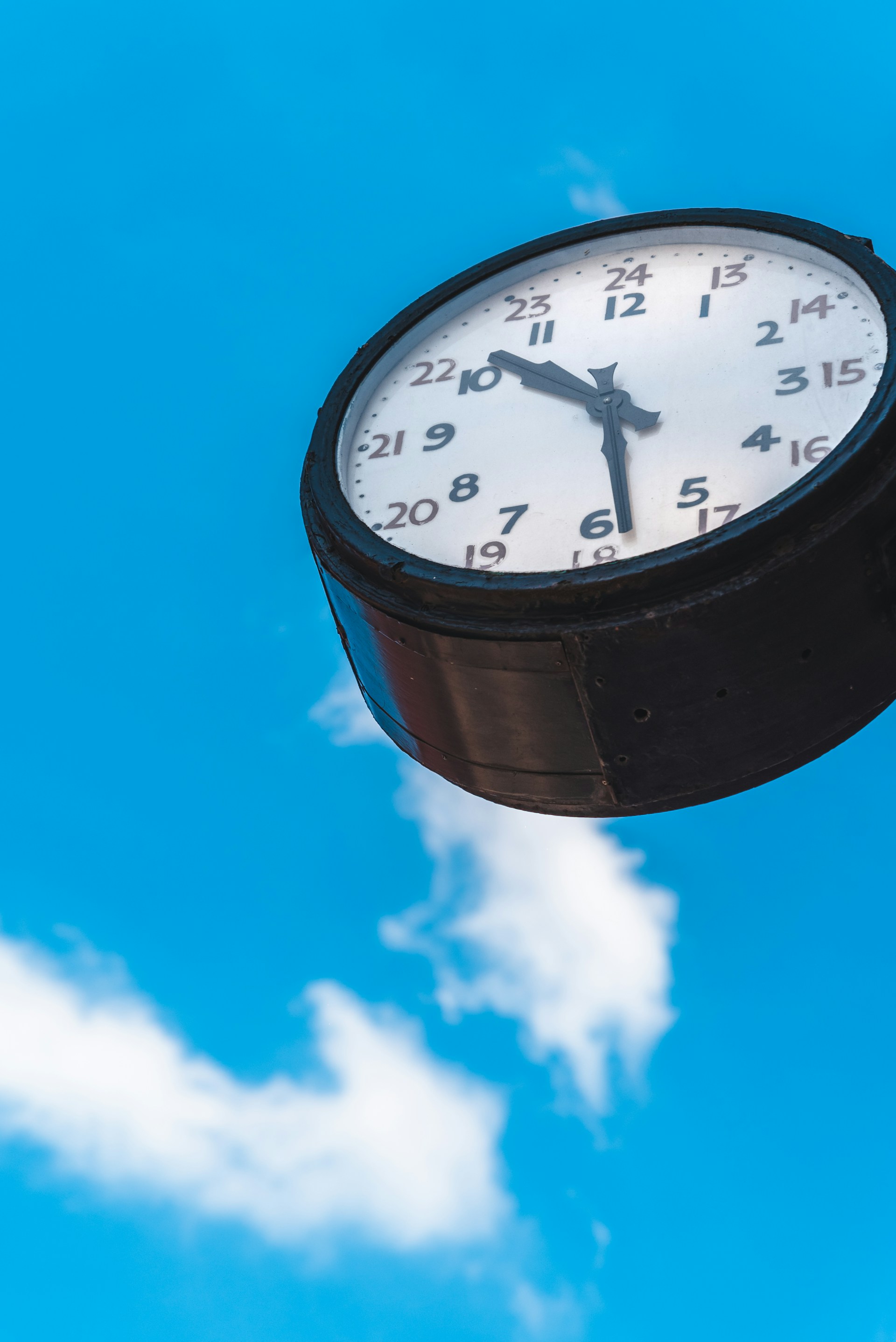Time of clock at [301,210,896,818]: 10:28
